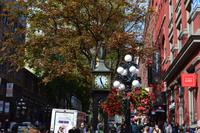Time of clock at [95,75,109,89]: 11:25
